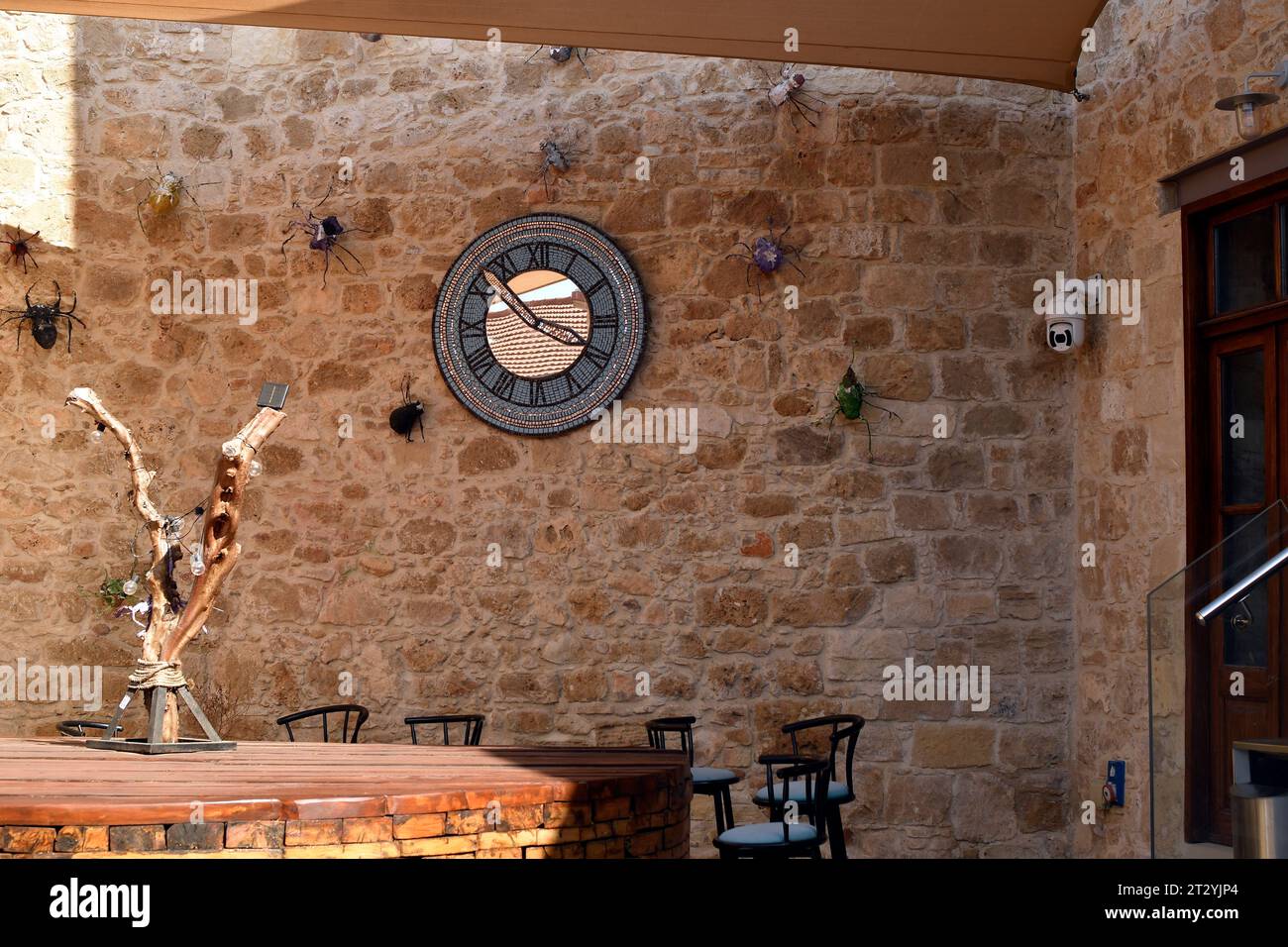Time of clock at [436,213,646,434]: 3:52
